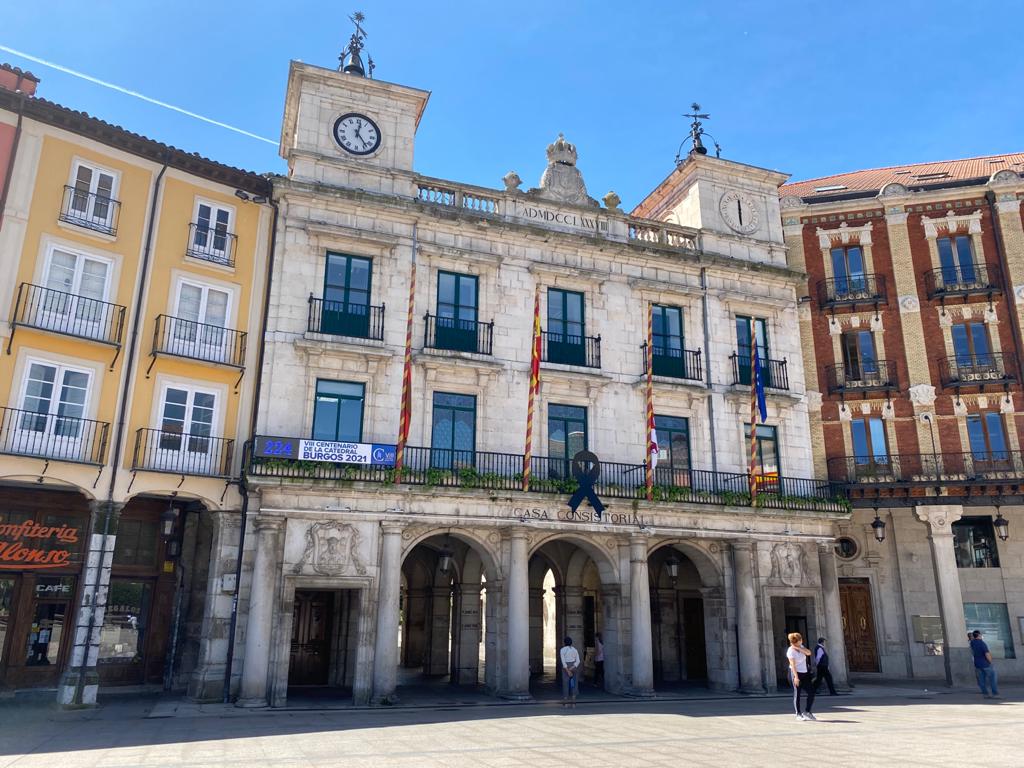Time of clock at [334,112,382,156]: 12:23
